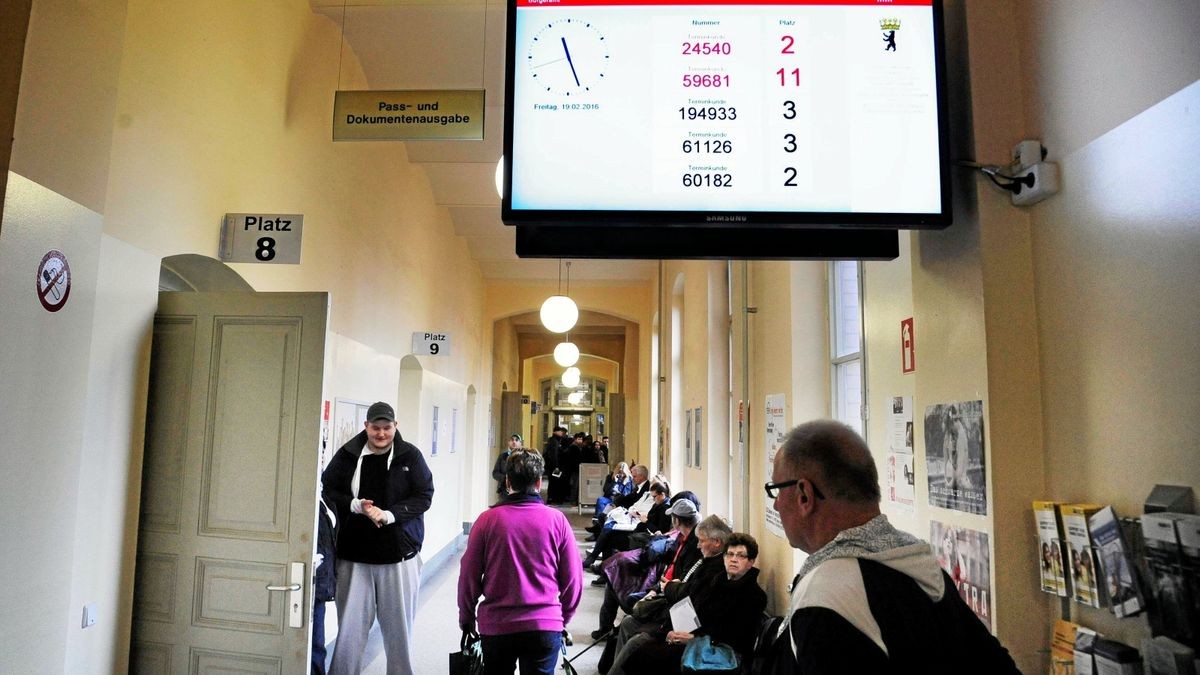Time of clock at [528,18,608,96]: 11:26
